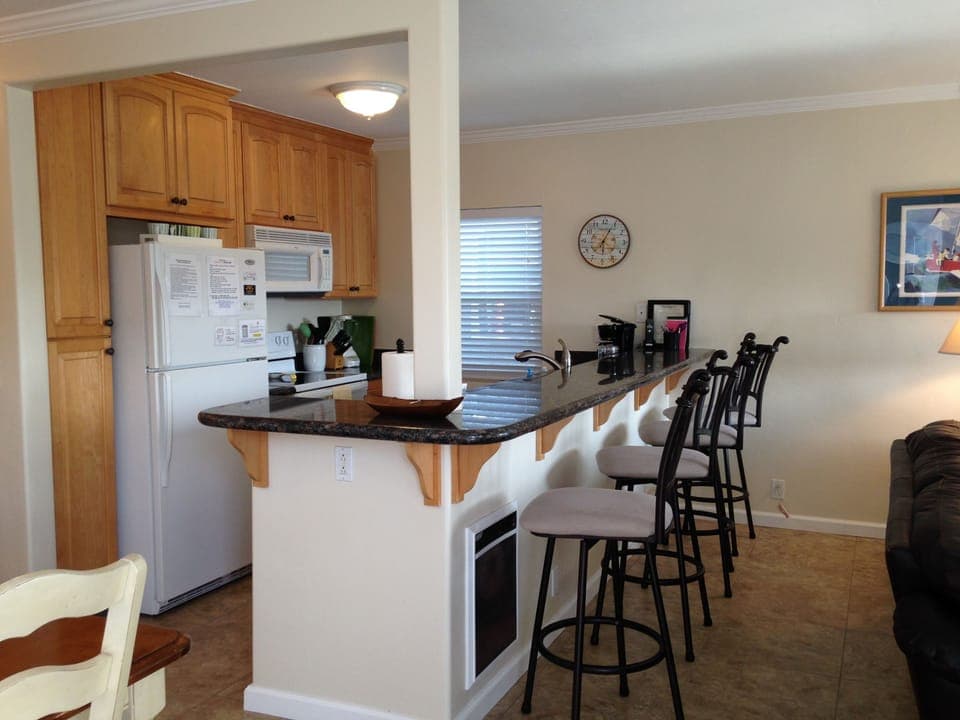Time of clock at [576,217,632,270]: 6:04
